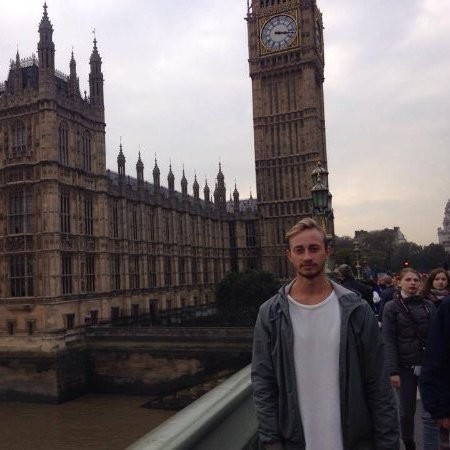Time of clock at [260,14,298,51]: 3:16
